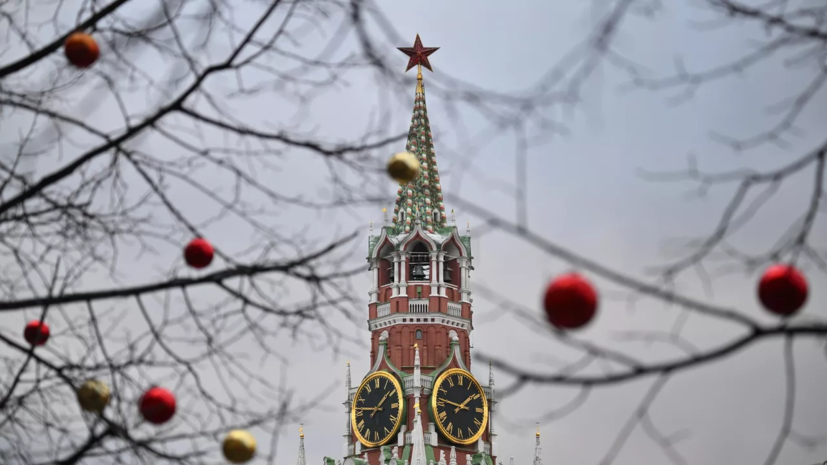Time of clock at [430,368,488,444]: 1:46
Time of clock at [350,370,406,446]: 1:46
